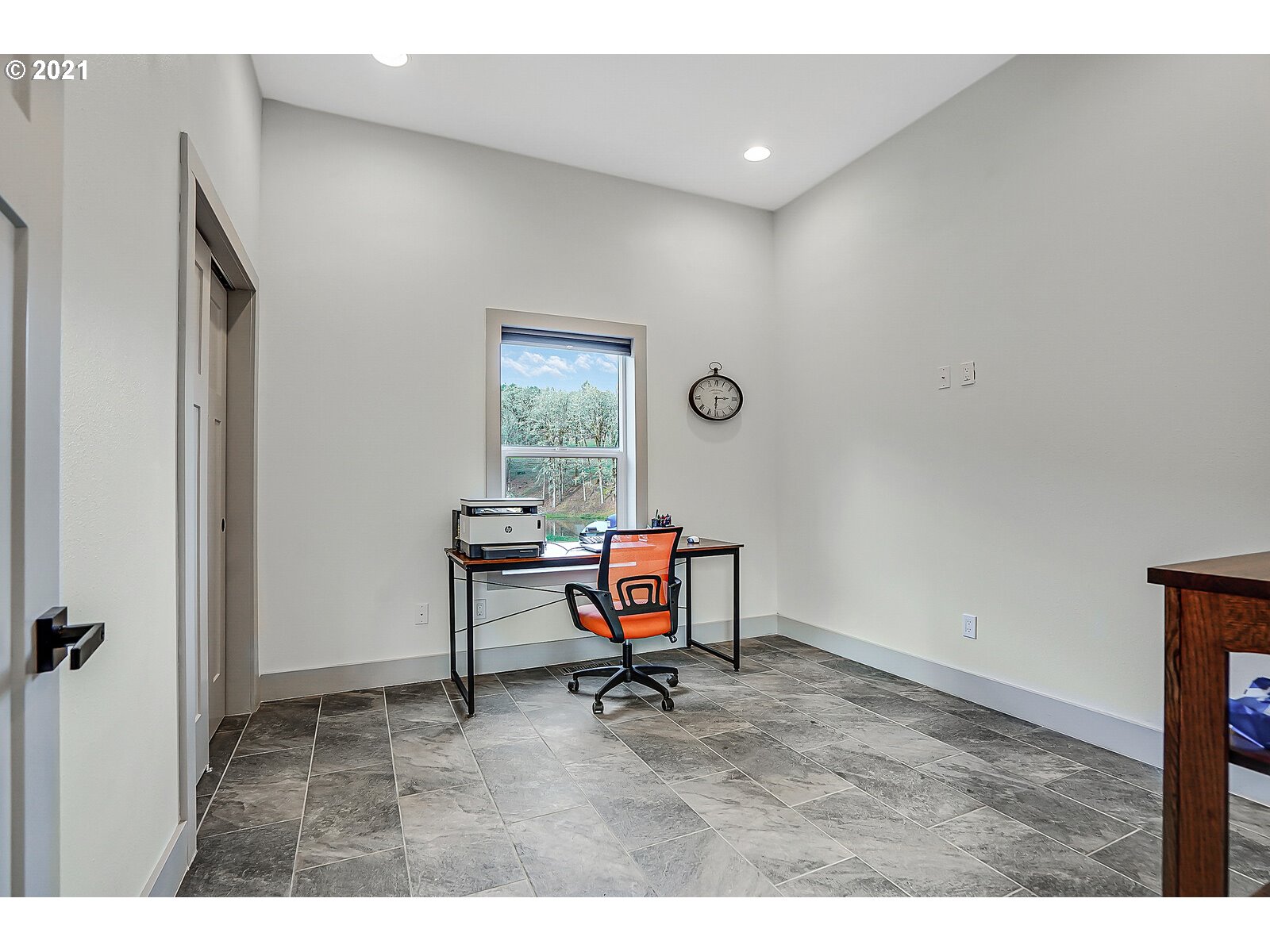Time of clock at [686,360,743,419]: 6:14
